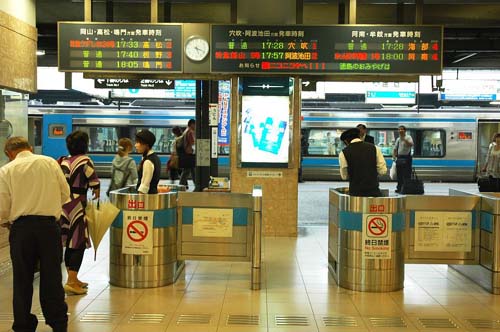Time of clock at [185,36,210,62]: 5:18
